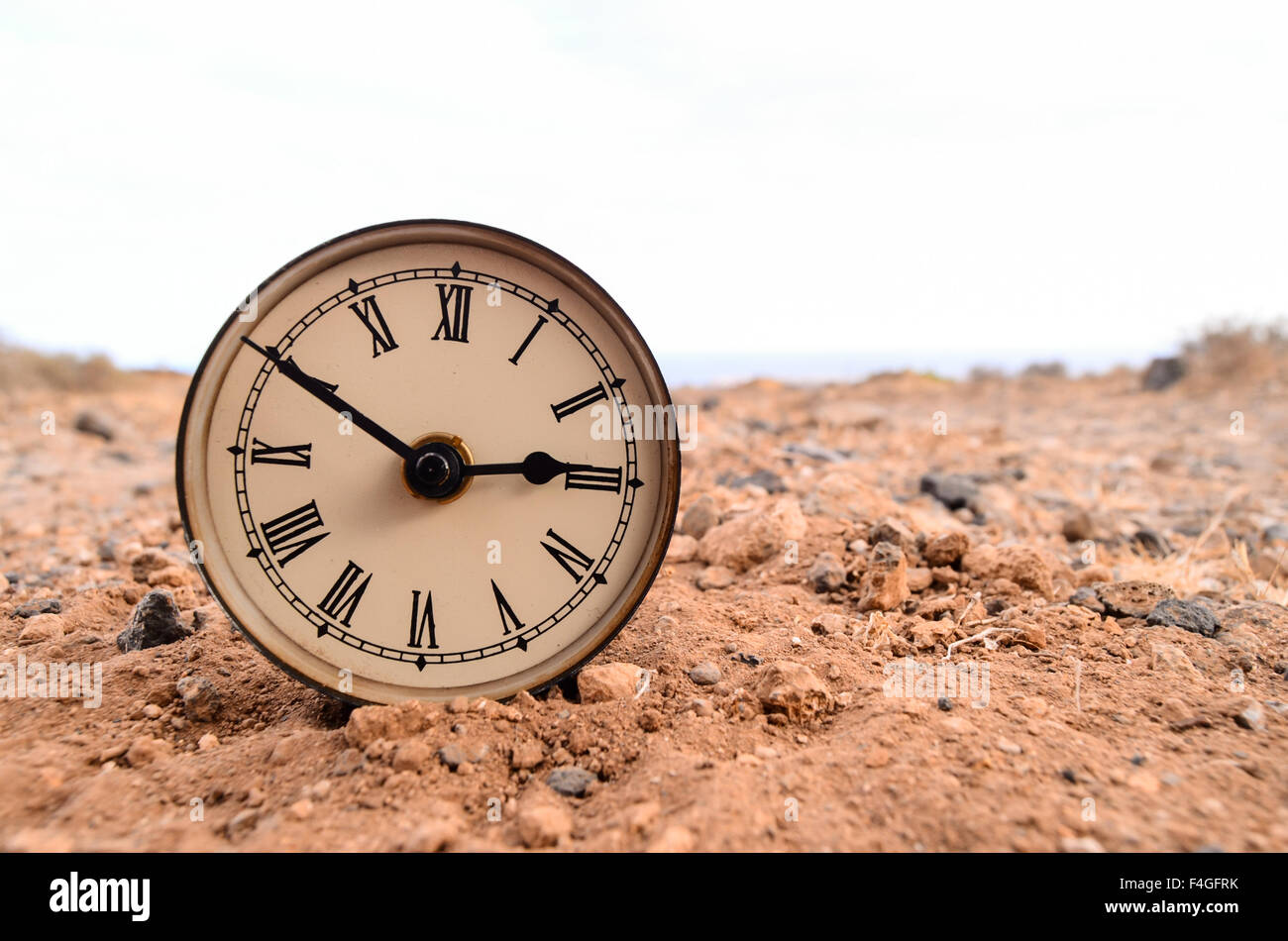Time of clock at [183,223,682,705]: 2:49
